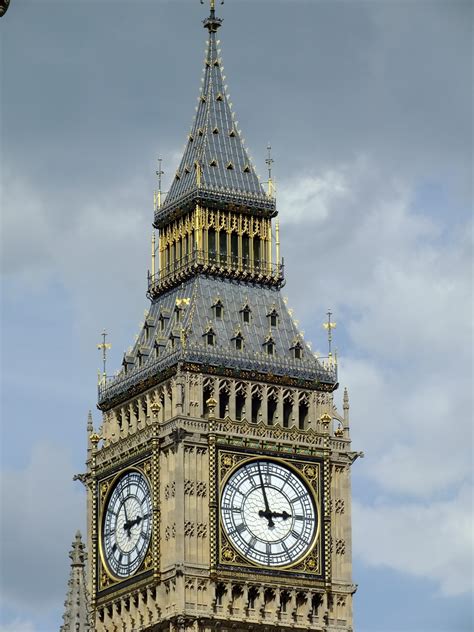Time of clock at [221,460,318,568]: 2:57
